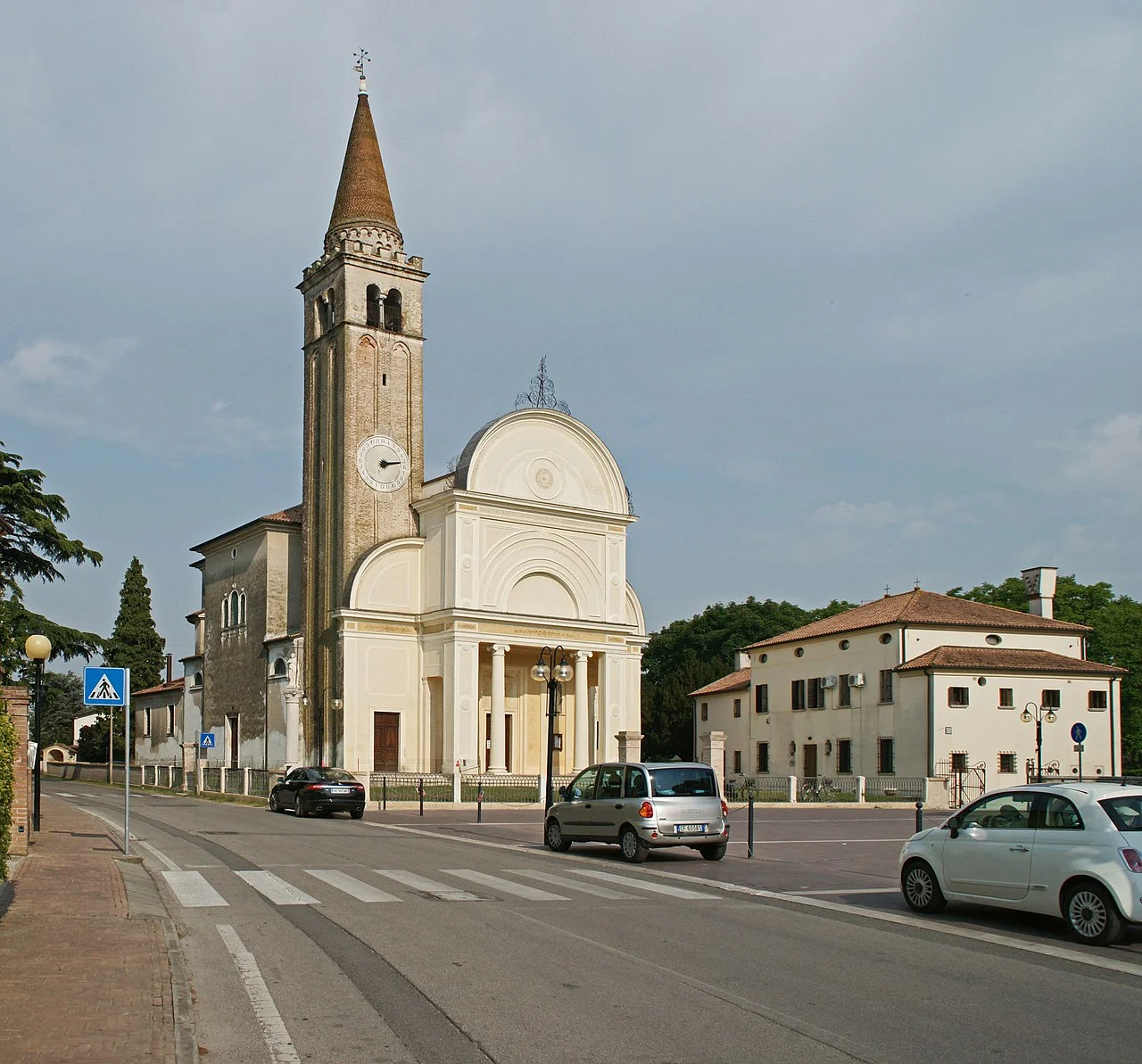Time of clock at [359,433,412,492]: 1:13
